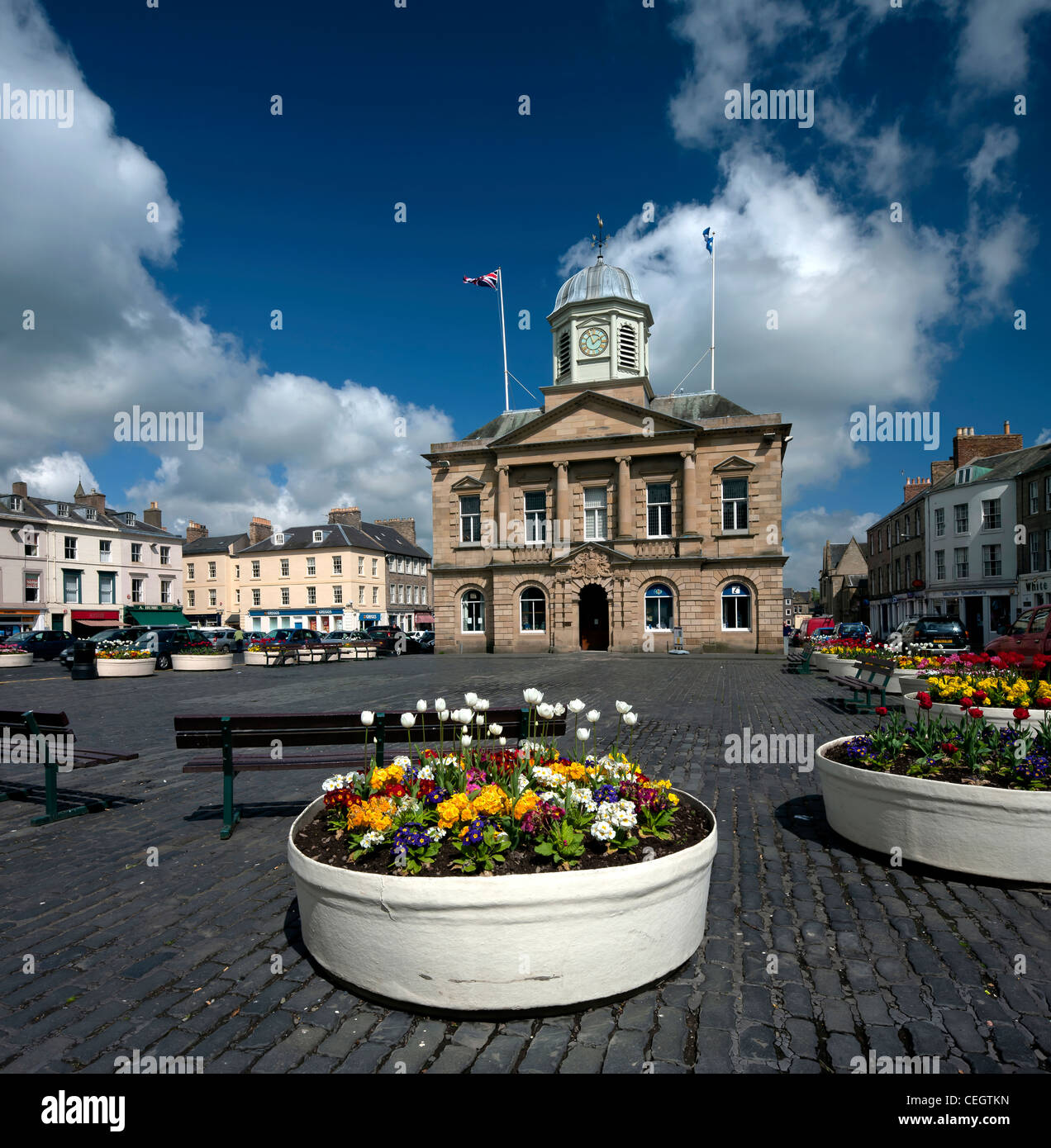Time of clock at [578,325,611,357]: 1:56
